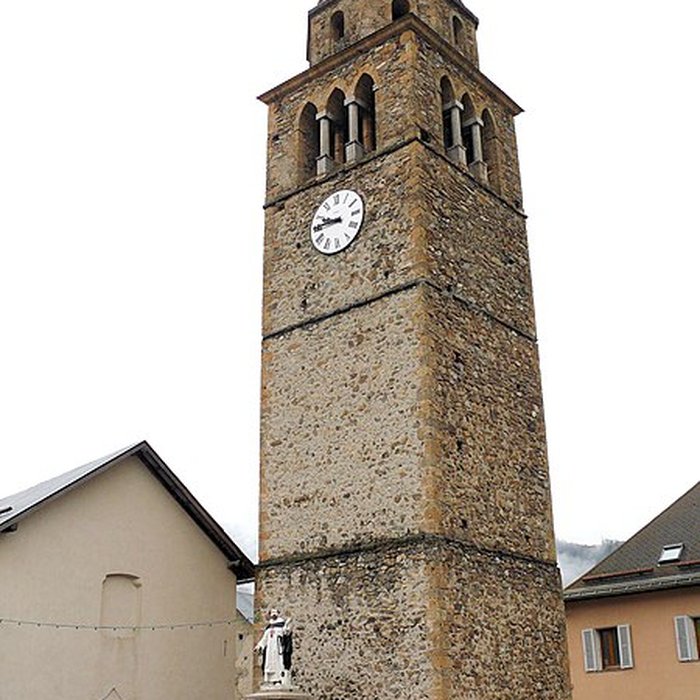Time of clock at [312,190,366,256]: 9:45
